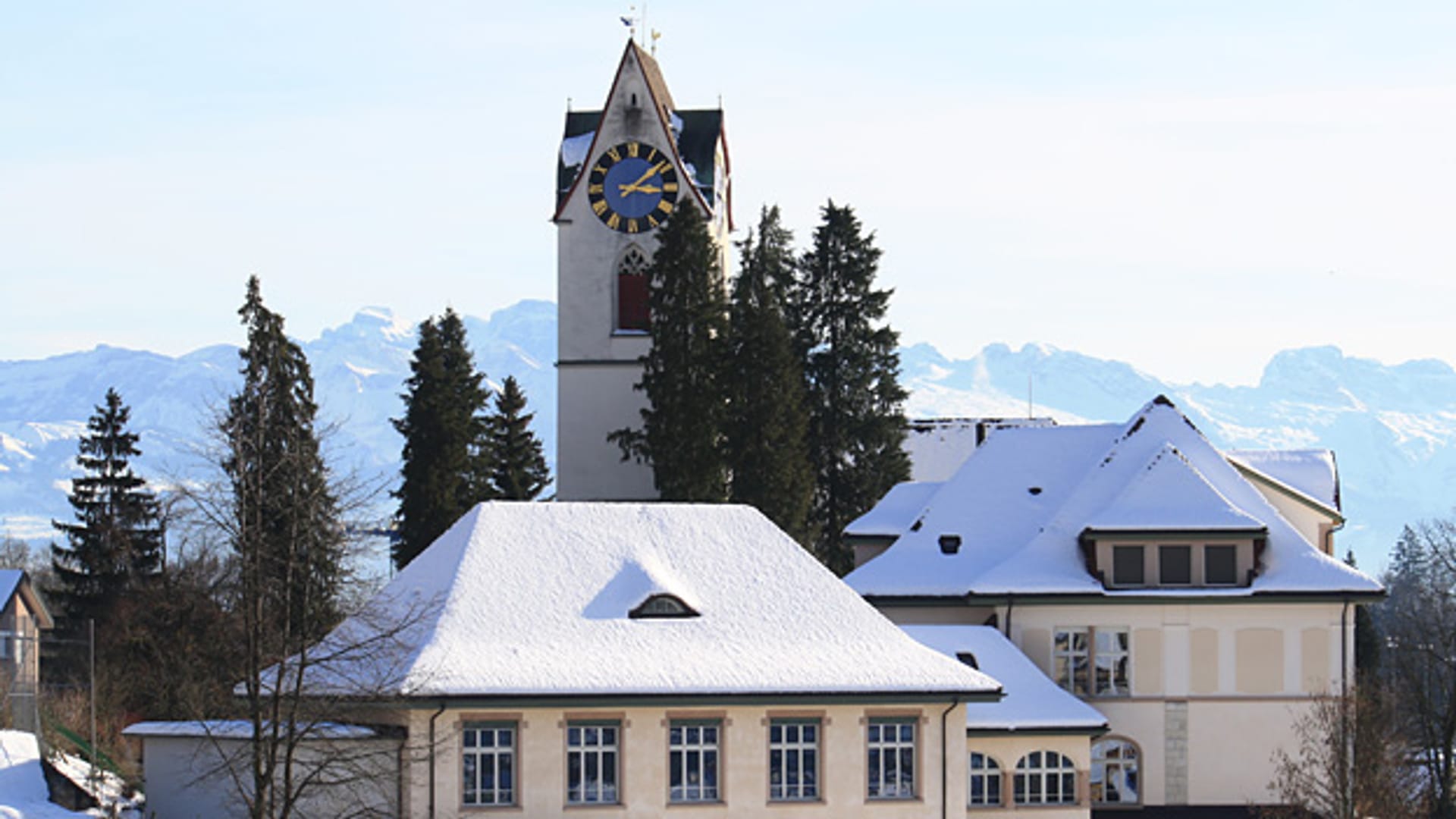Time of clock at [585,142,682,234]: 3:08
